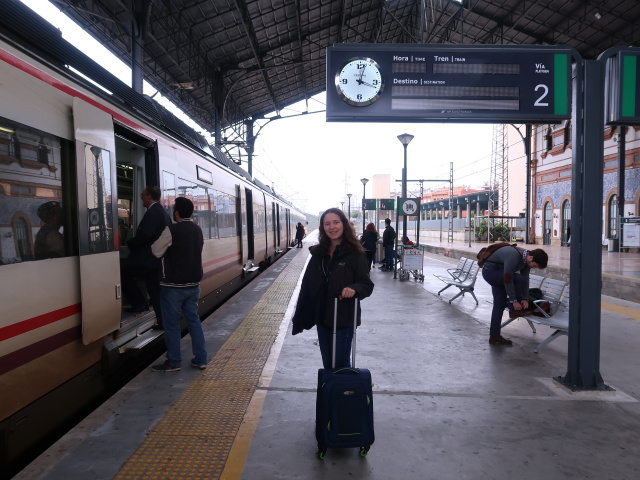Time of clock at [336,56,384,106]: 12:18
